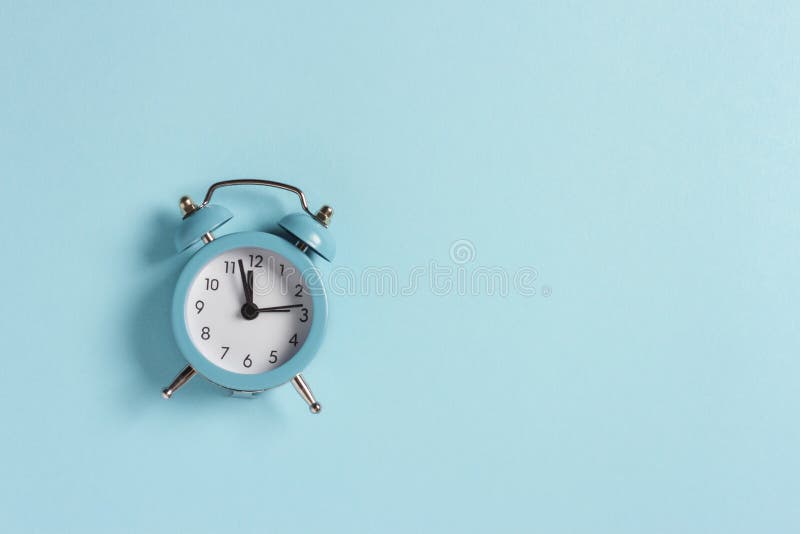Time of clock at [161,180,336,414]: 11:57
